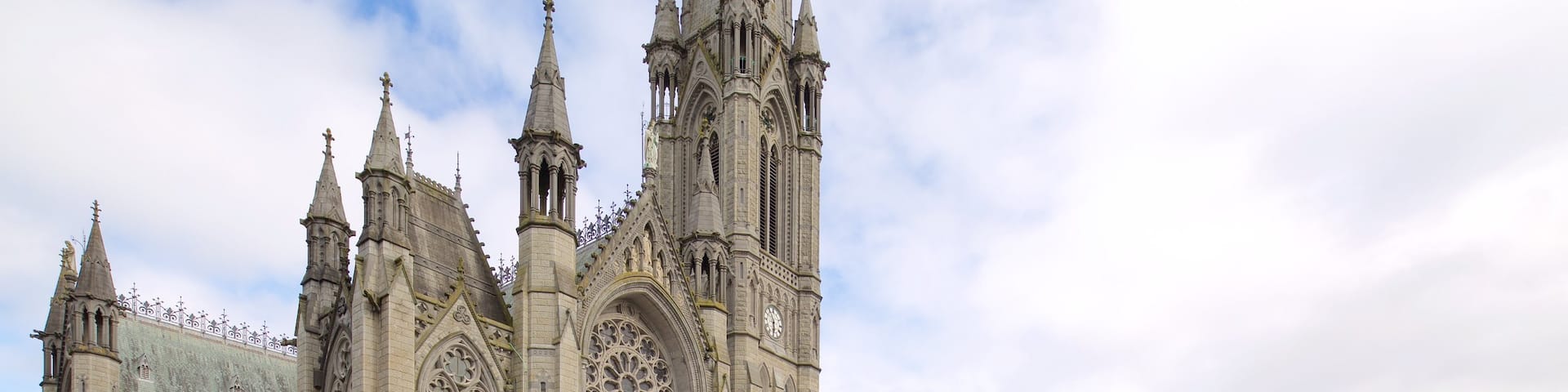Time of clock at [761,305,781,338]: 5:54
